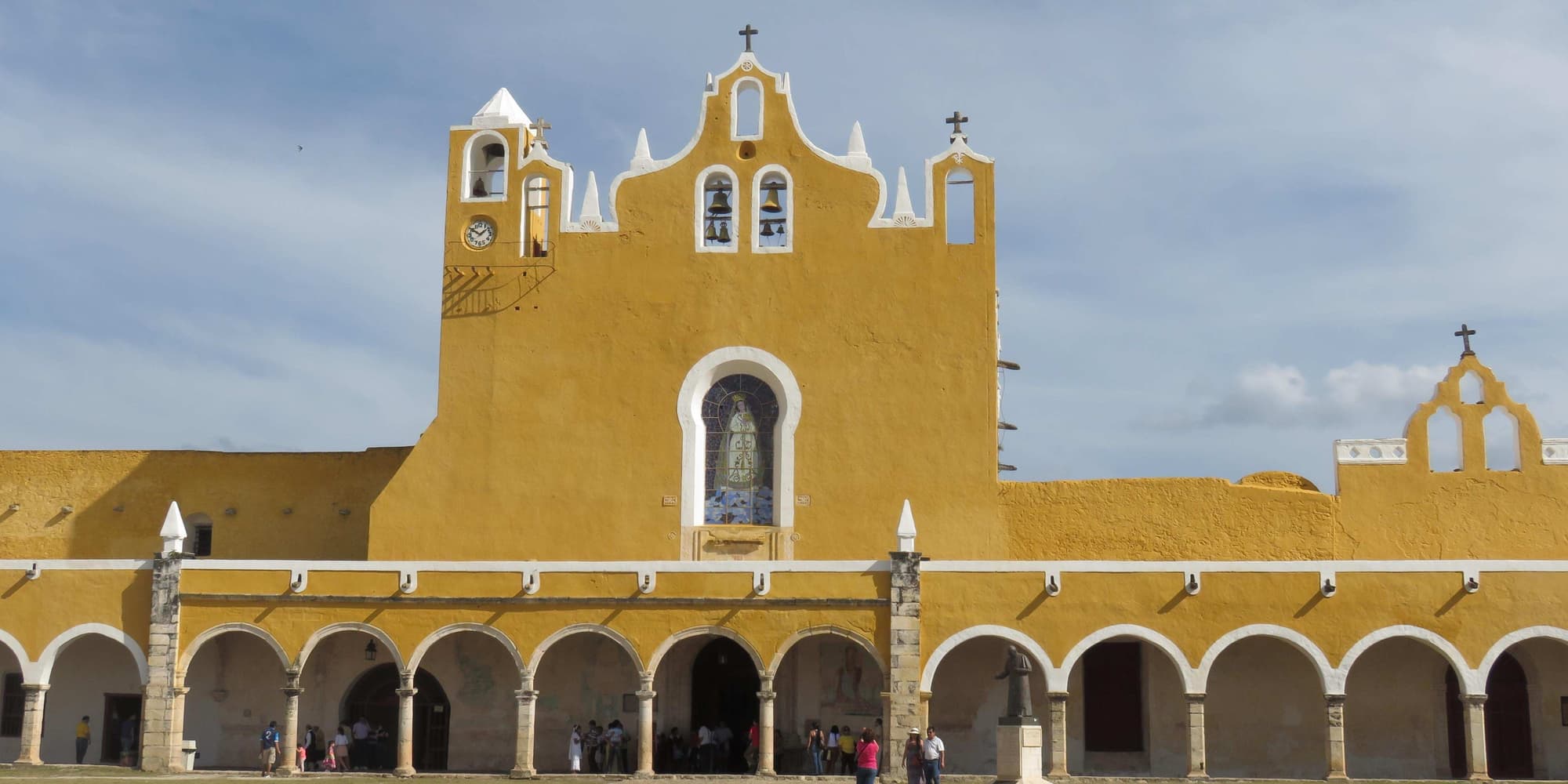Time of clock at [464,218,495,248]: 10:08
